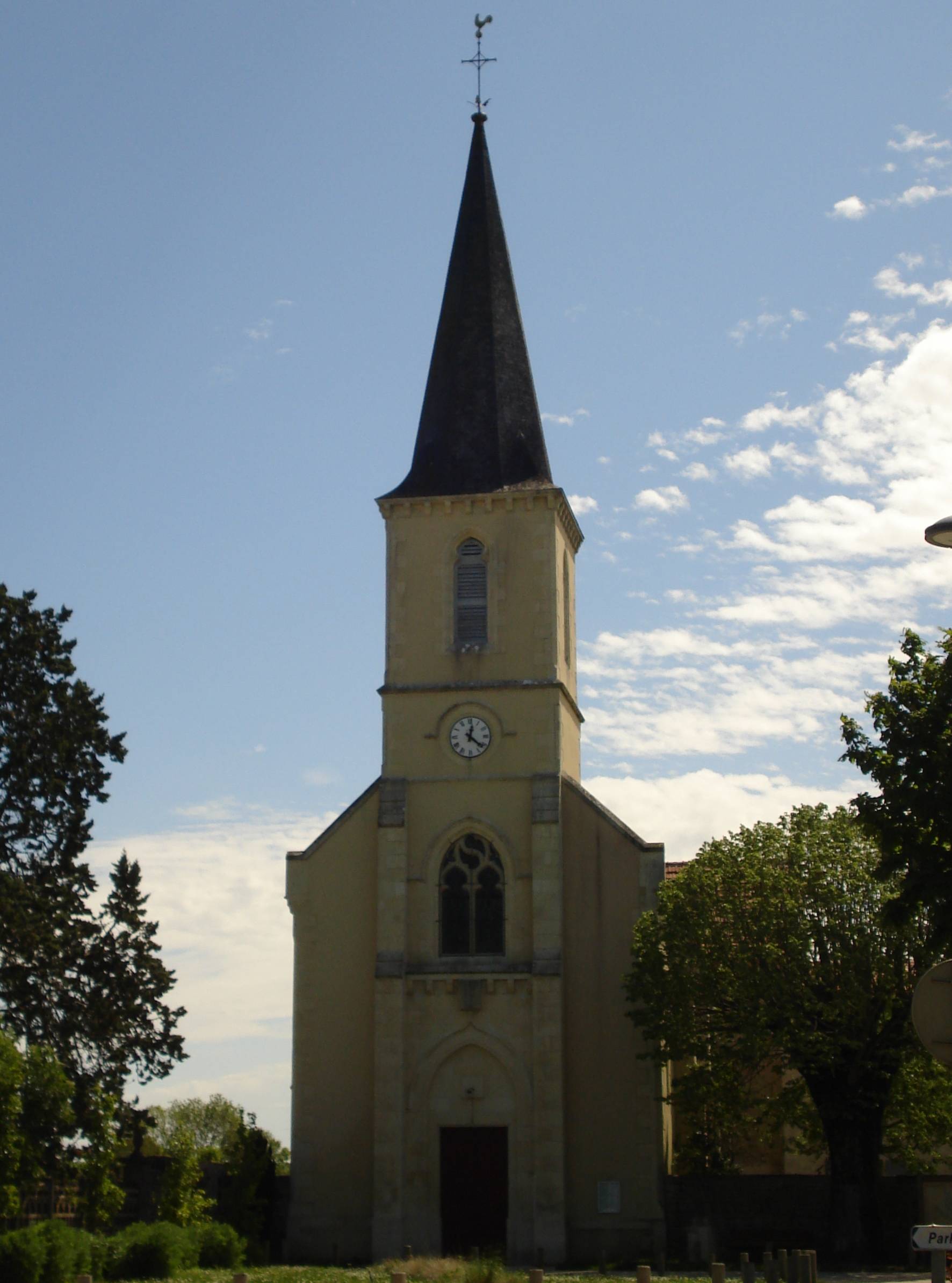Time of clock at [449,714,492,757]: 12:21
